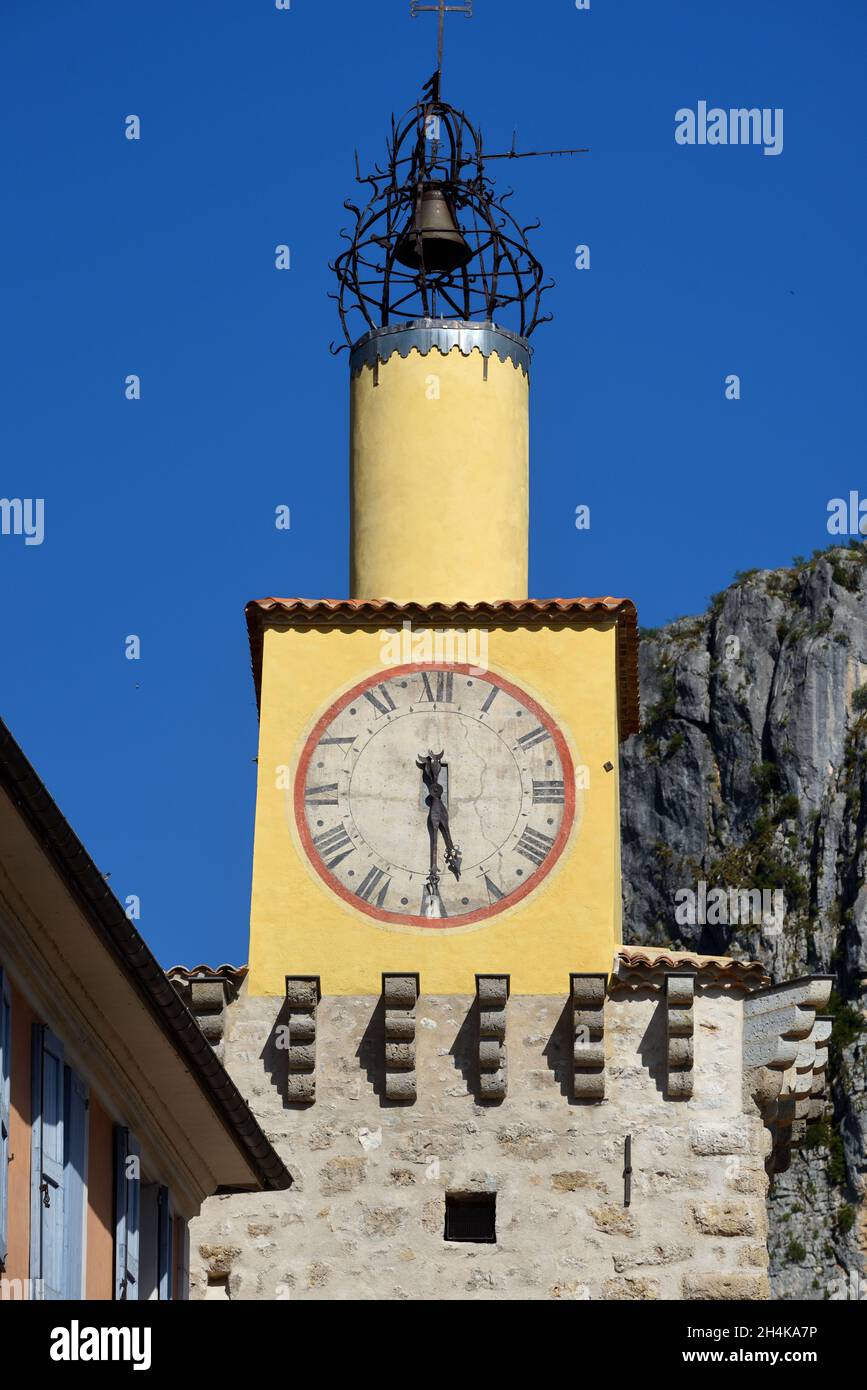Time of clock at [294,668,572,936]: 5:29
